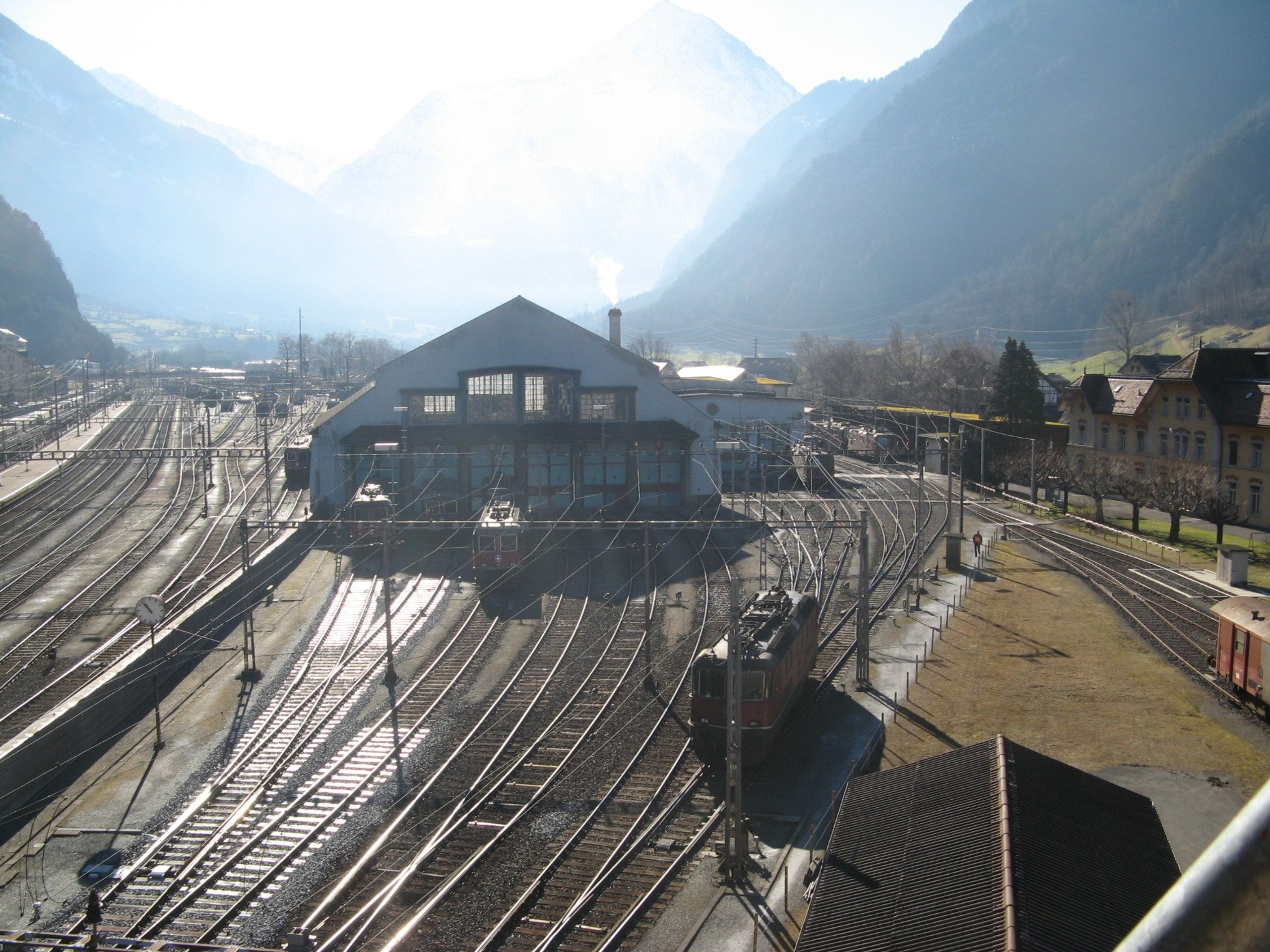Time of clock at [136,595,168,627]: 10:53
